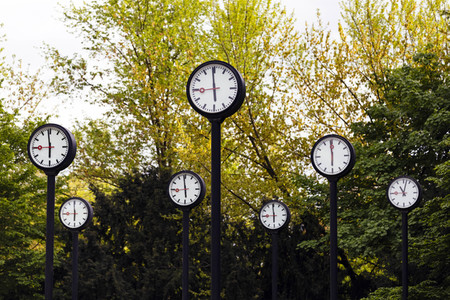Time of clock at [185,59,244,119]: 5:44
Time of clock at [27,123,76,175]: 5:58
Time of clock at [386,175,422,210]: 11:02
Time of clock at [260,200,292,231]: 8:59
